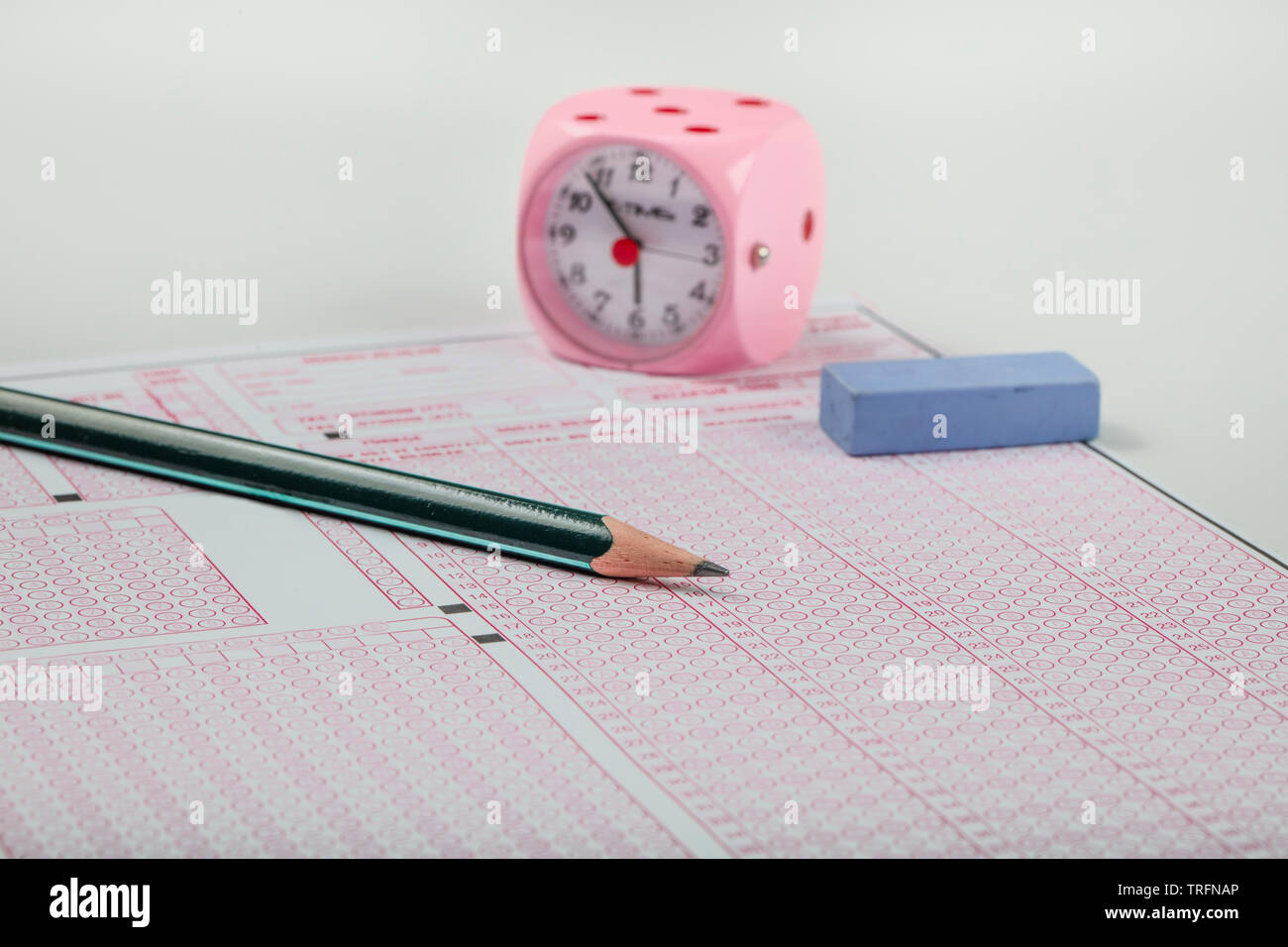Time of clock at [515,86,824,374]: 5:53
